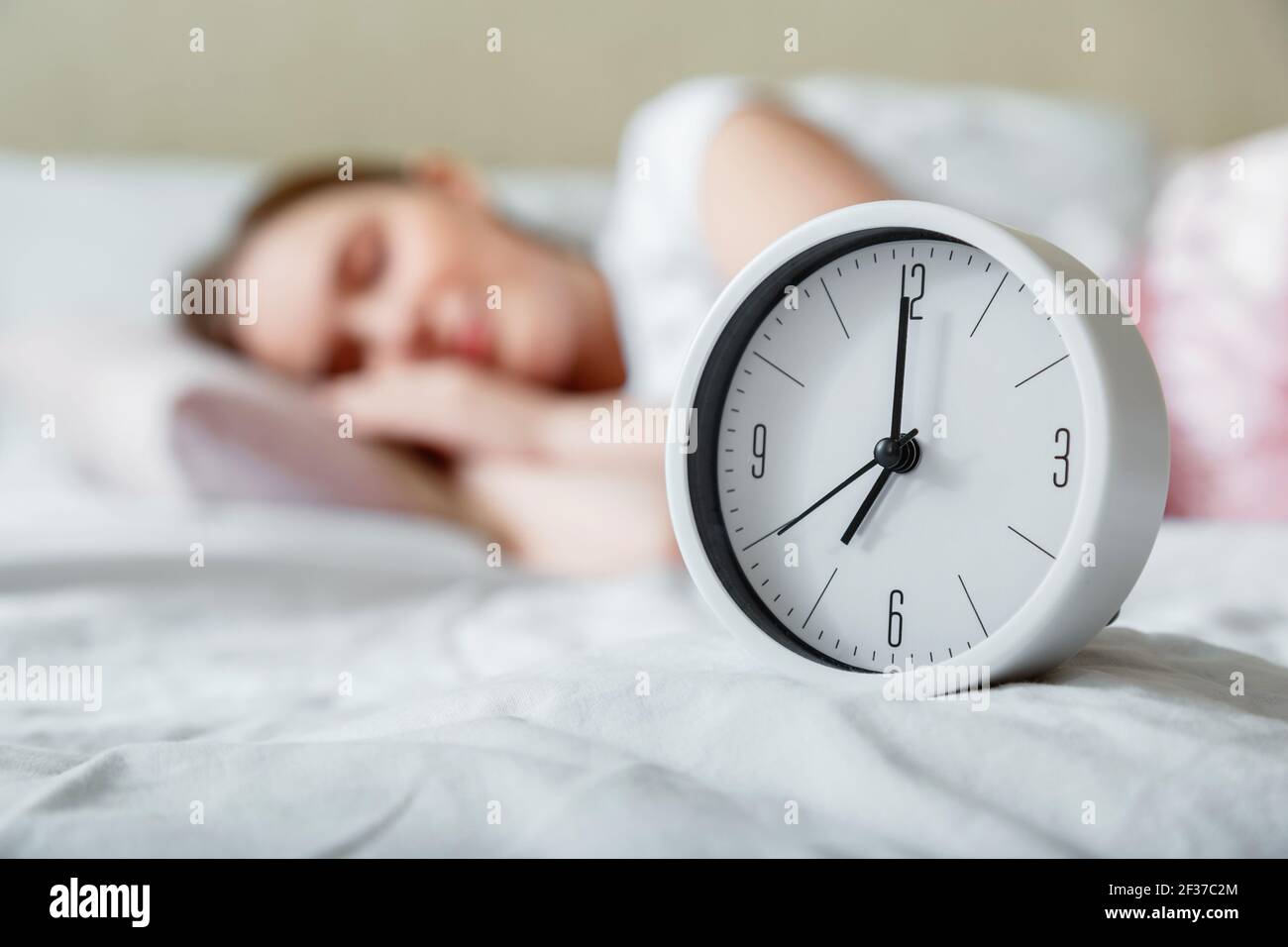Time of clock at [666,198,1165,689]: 7:00
